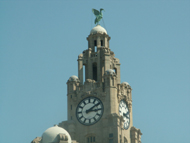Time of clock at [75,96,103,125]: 3:09
